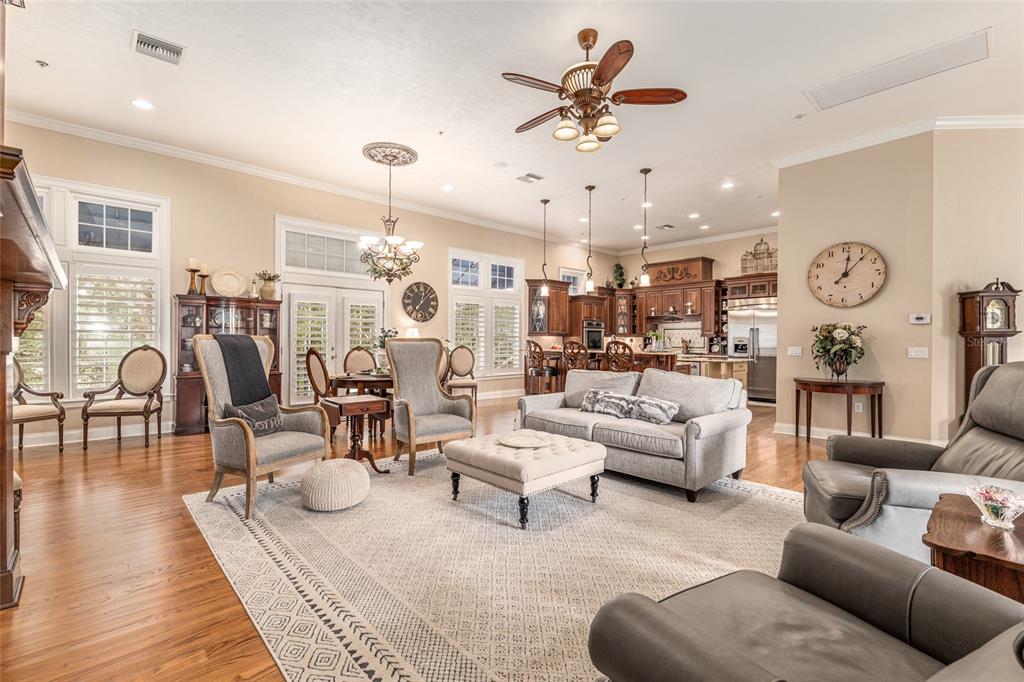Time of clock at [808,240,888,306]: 12:06
